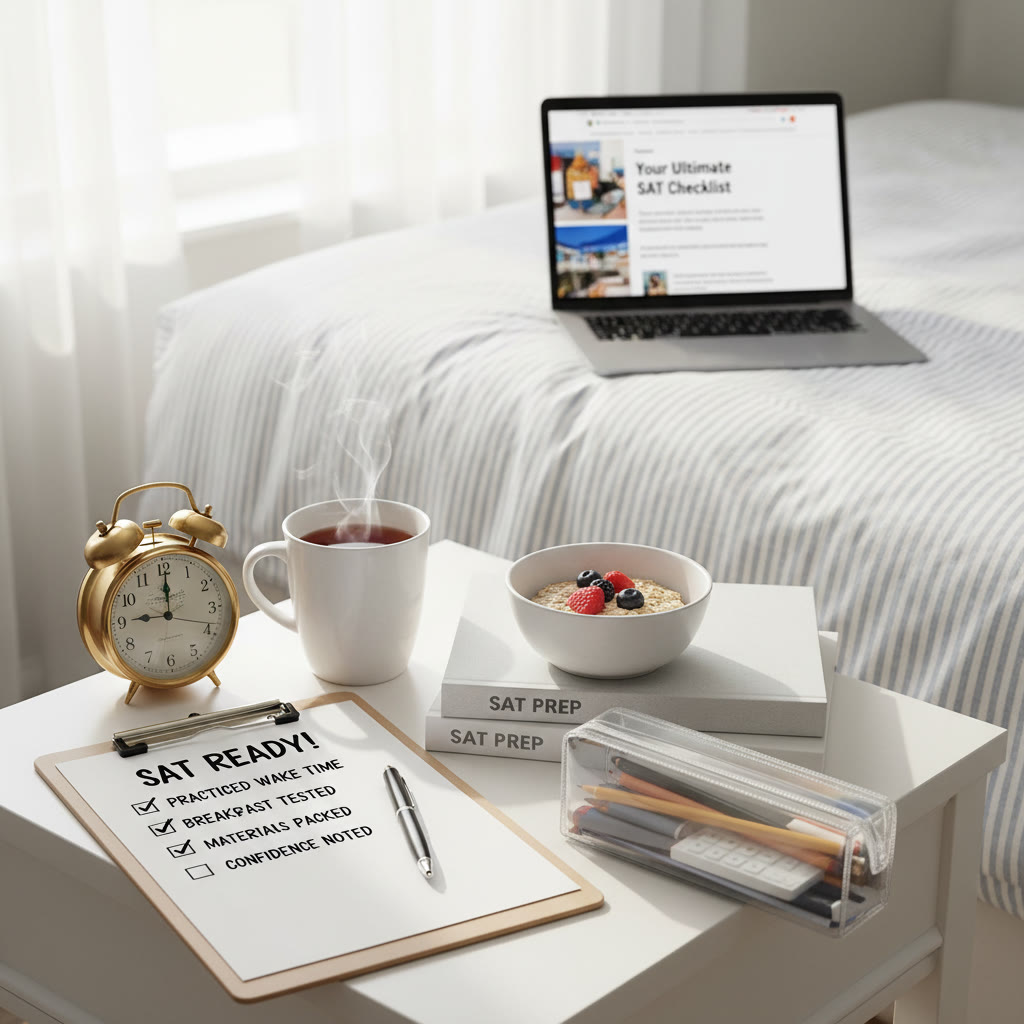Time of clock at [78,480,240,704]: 9:00
